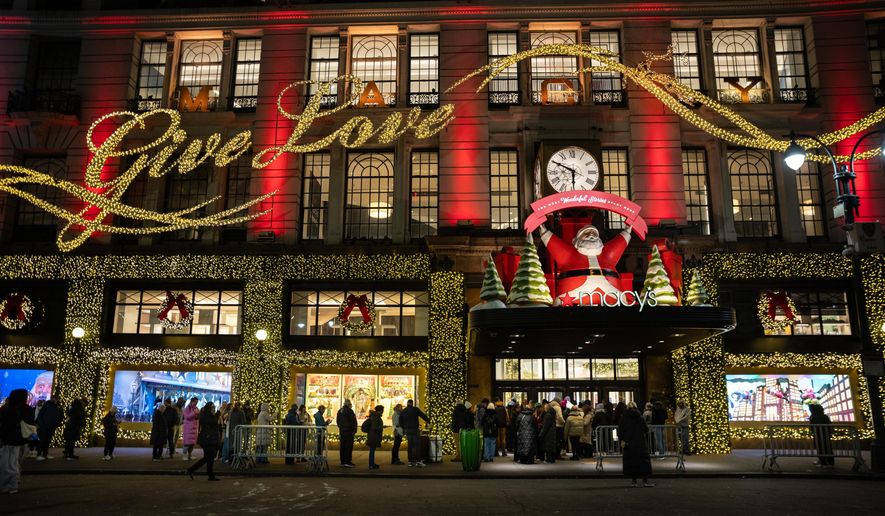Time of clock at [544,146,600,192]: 5:49
